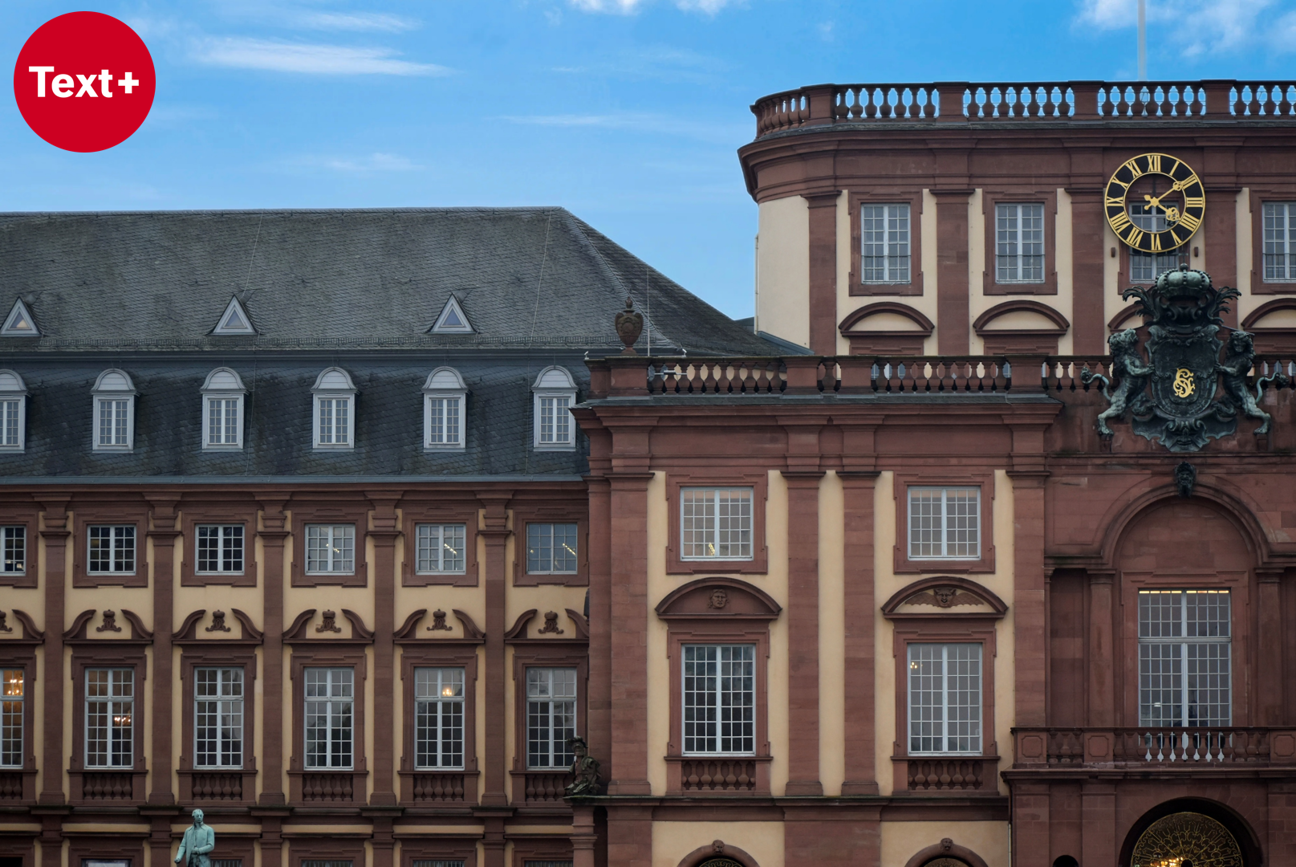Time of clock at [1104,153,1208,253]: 4:09
